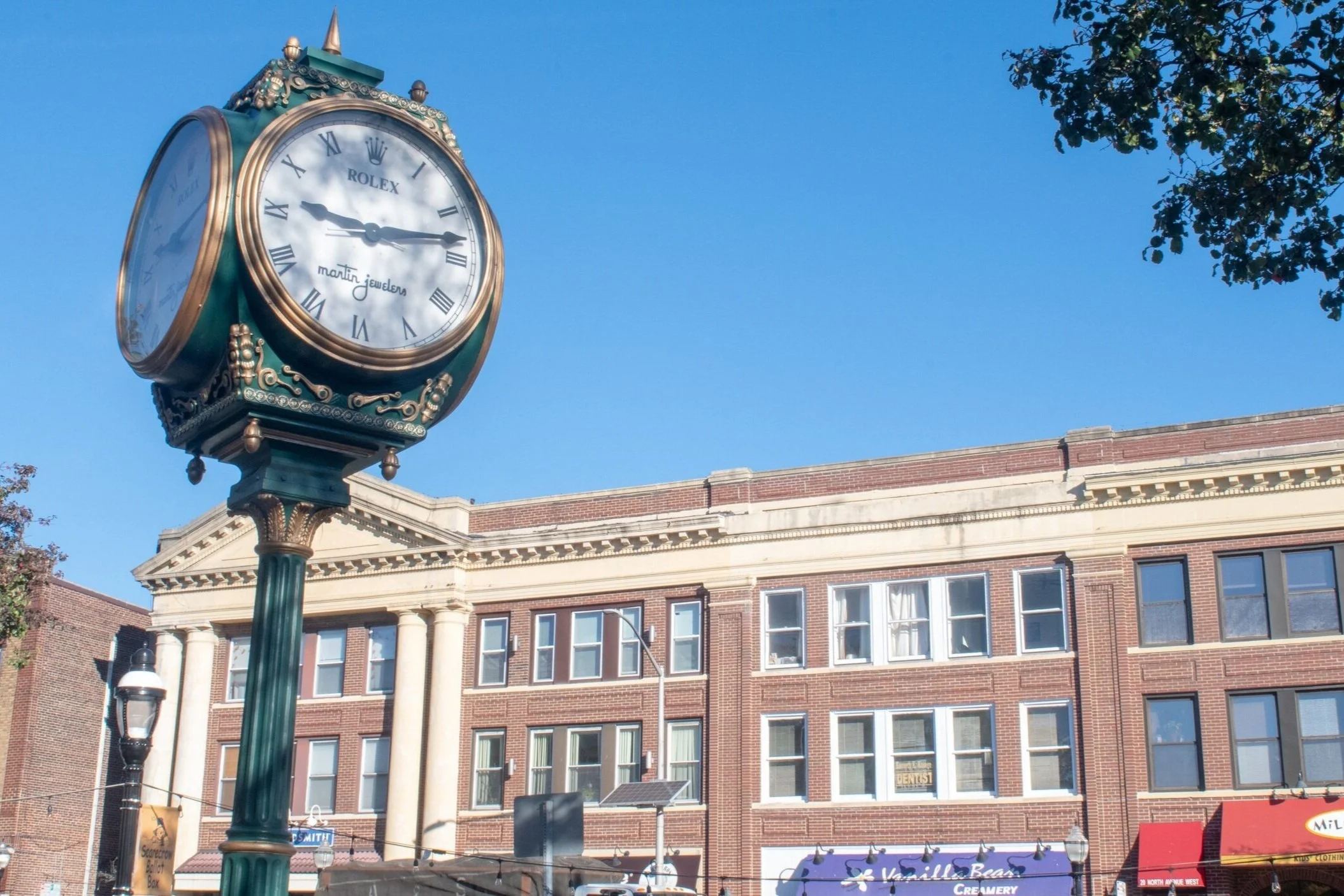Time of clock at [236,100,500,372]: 9:12
